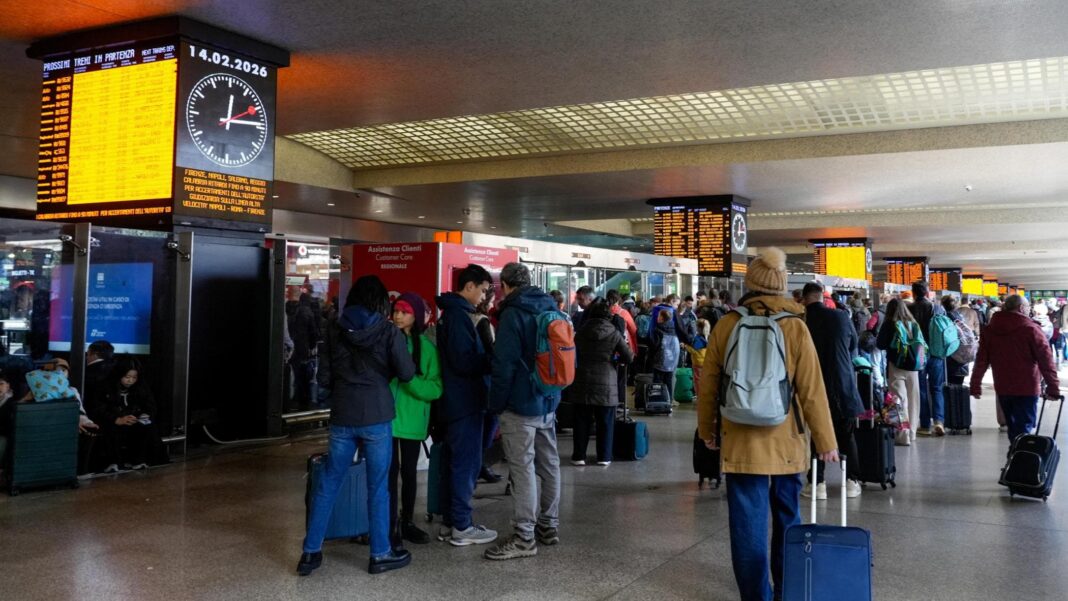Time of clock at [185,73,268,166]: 12:14
